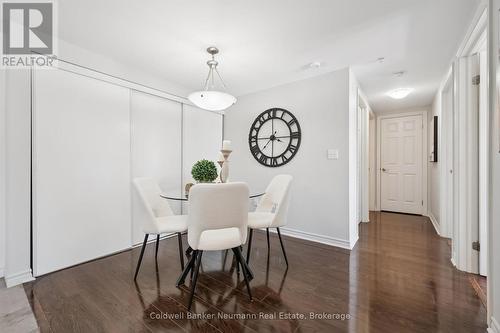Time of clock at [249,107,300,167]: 7:15
